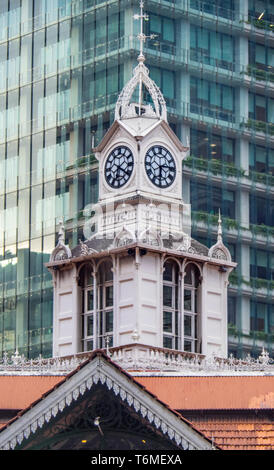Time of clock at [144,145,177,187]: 6:14
